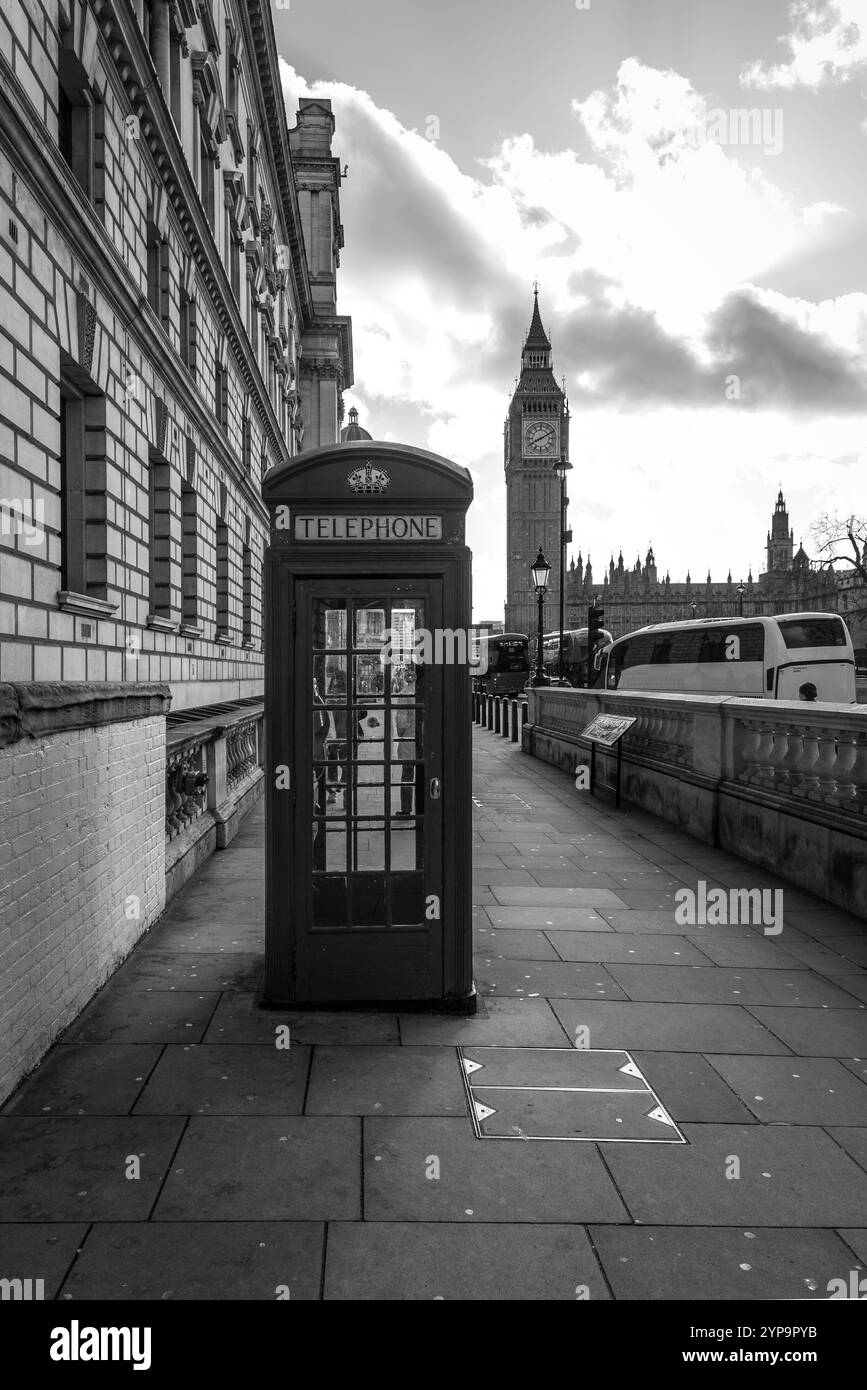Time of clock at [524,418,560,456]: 8:10
